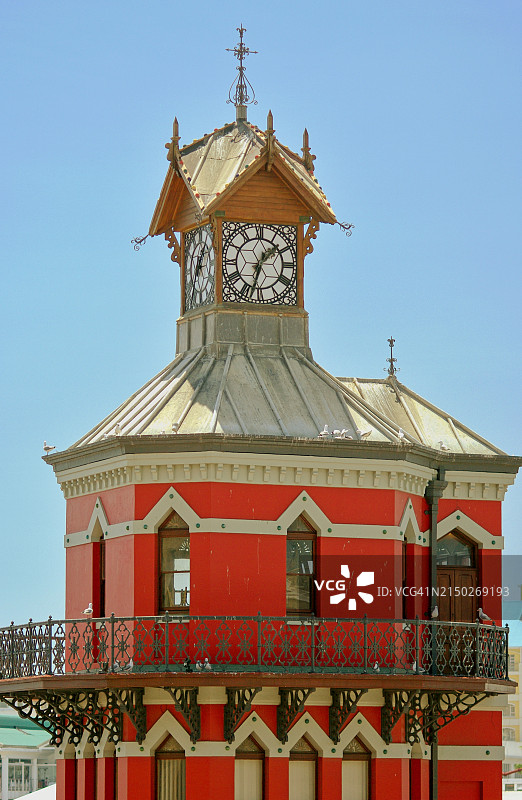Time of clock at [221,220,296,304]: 1:32
